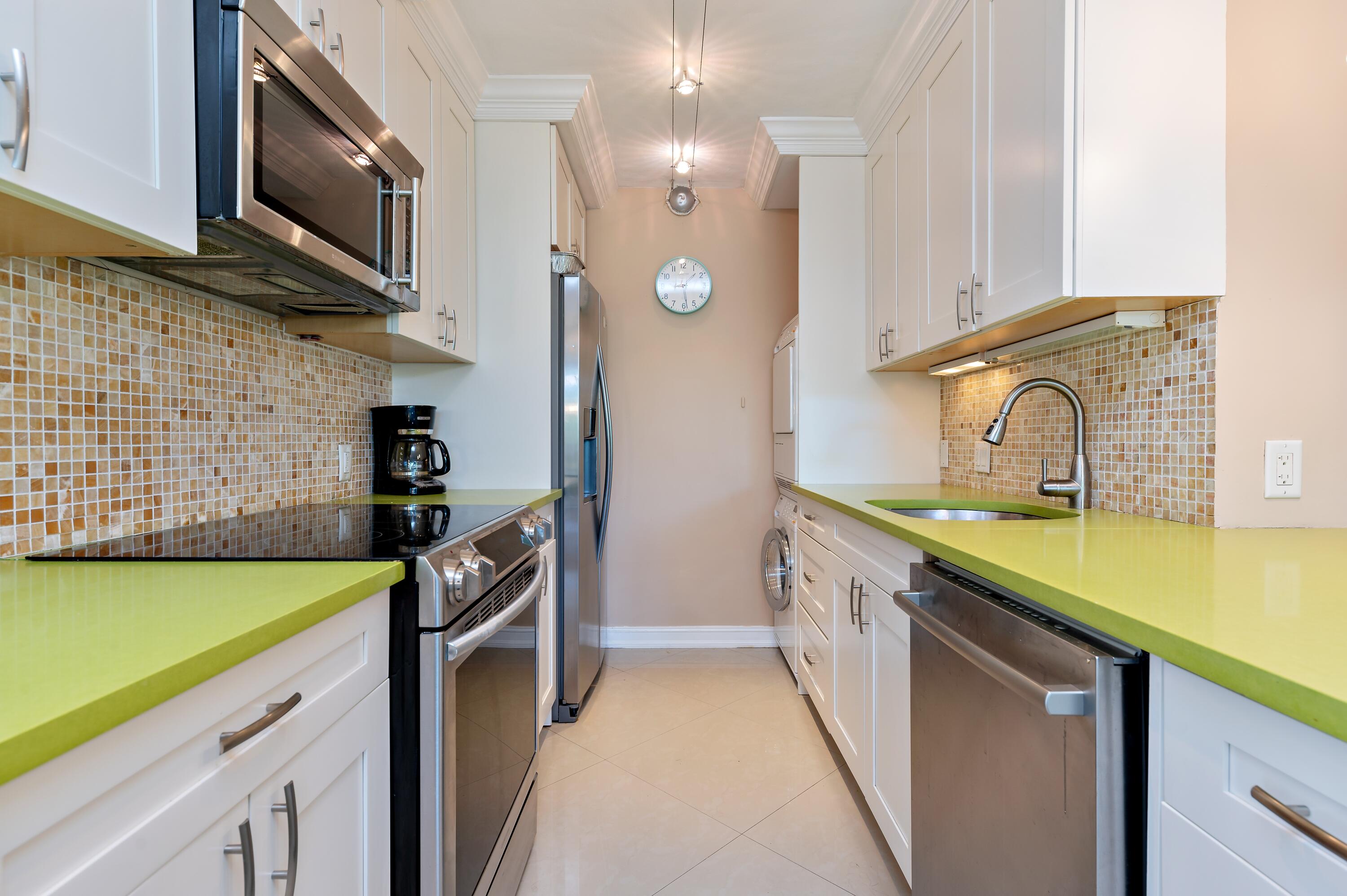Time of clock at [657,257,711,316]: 1:28
